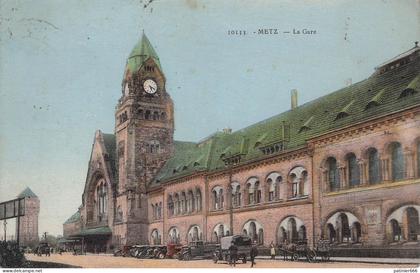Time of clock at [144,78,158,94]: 5:18
